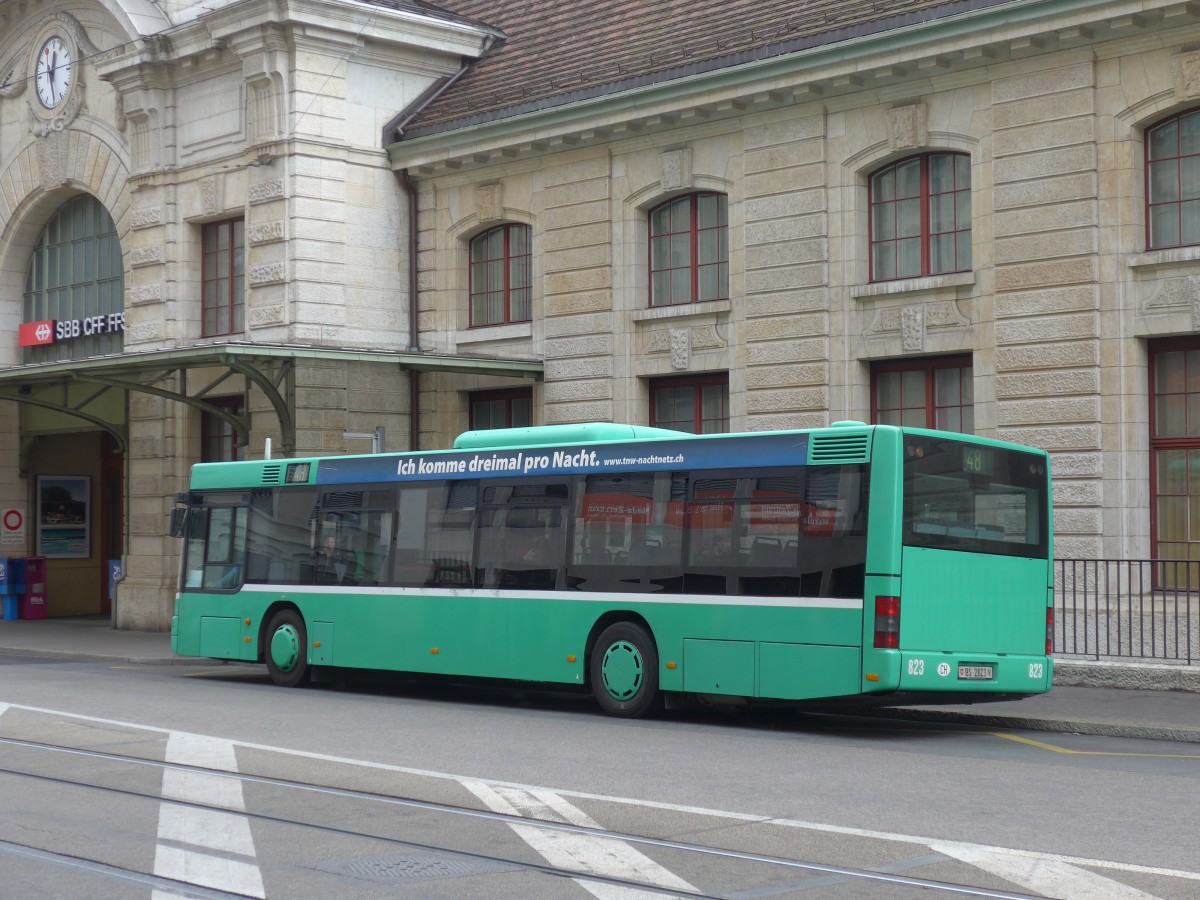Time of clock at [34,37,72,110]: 12:28
